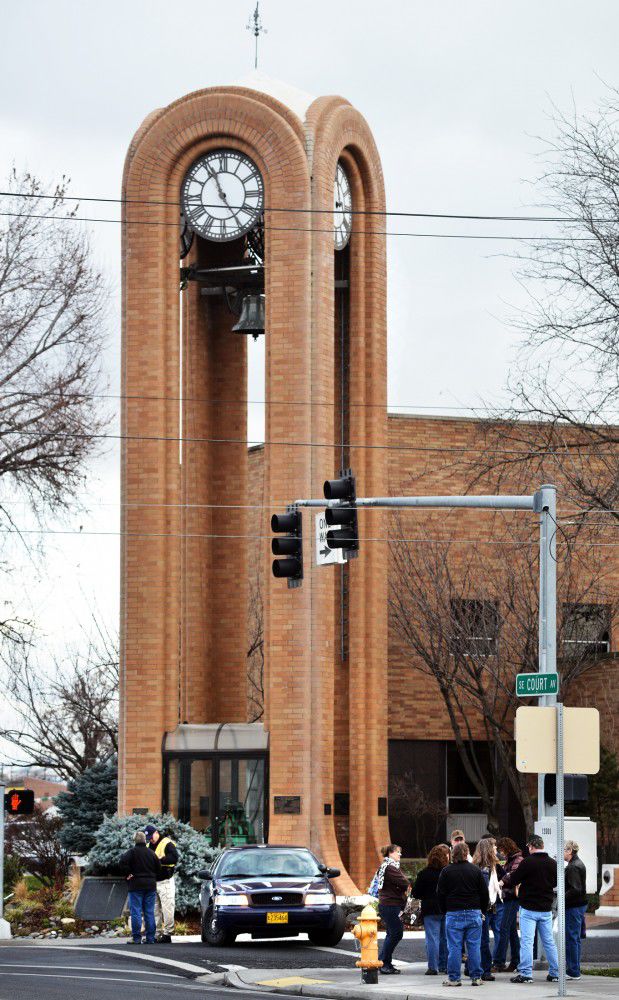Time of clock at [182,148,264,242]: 4:56
